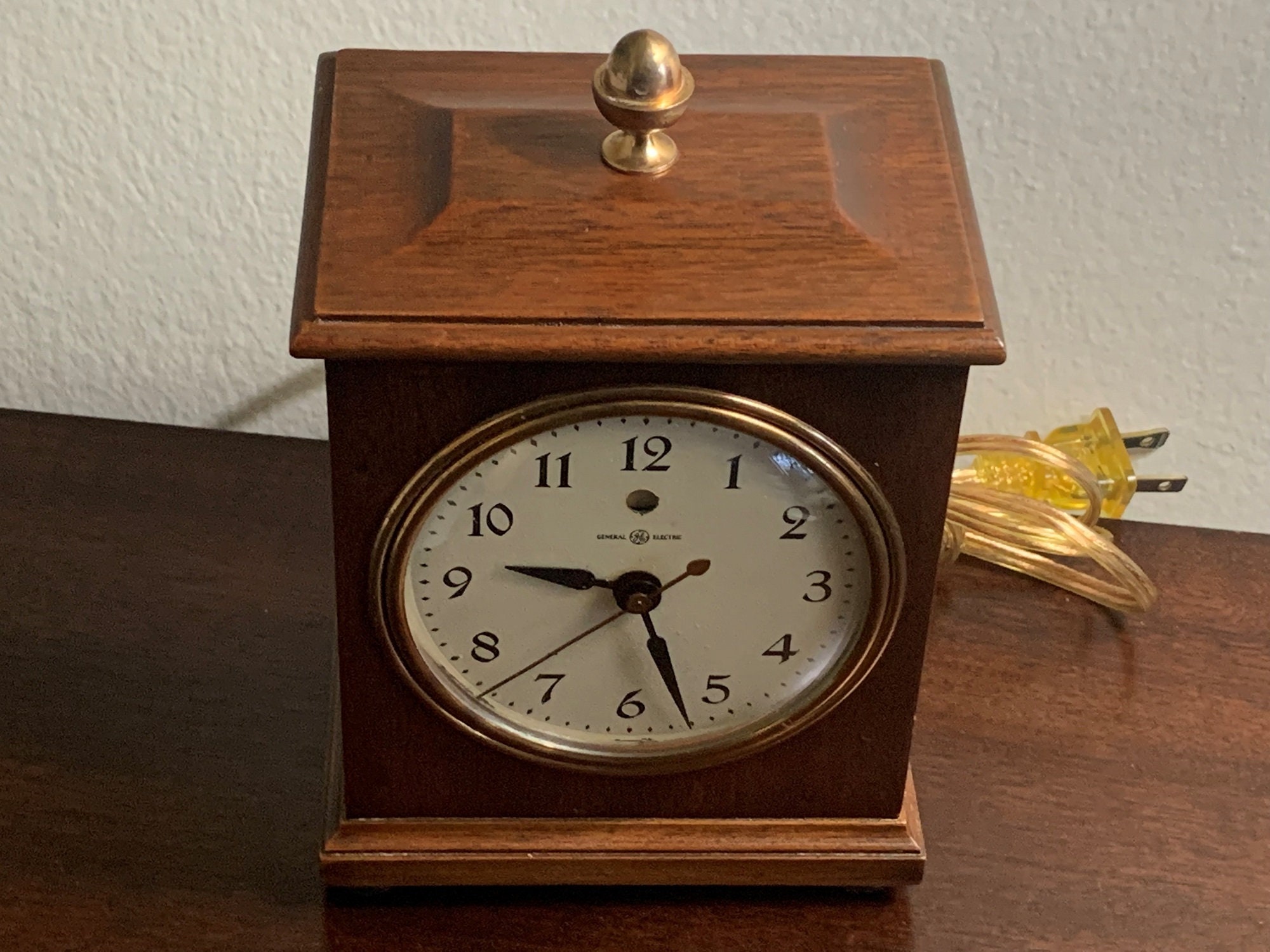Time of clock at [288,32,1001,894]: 9:26
